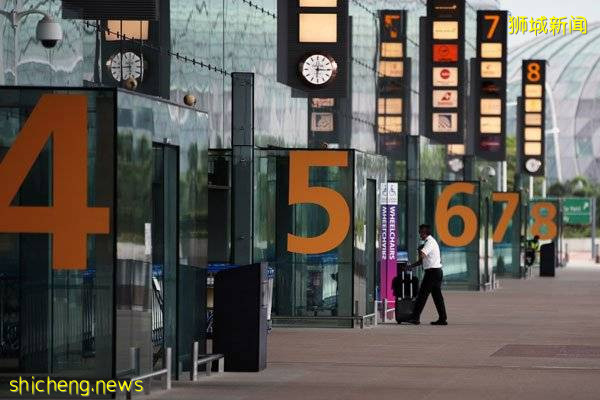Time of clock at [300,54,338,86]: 6:15
